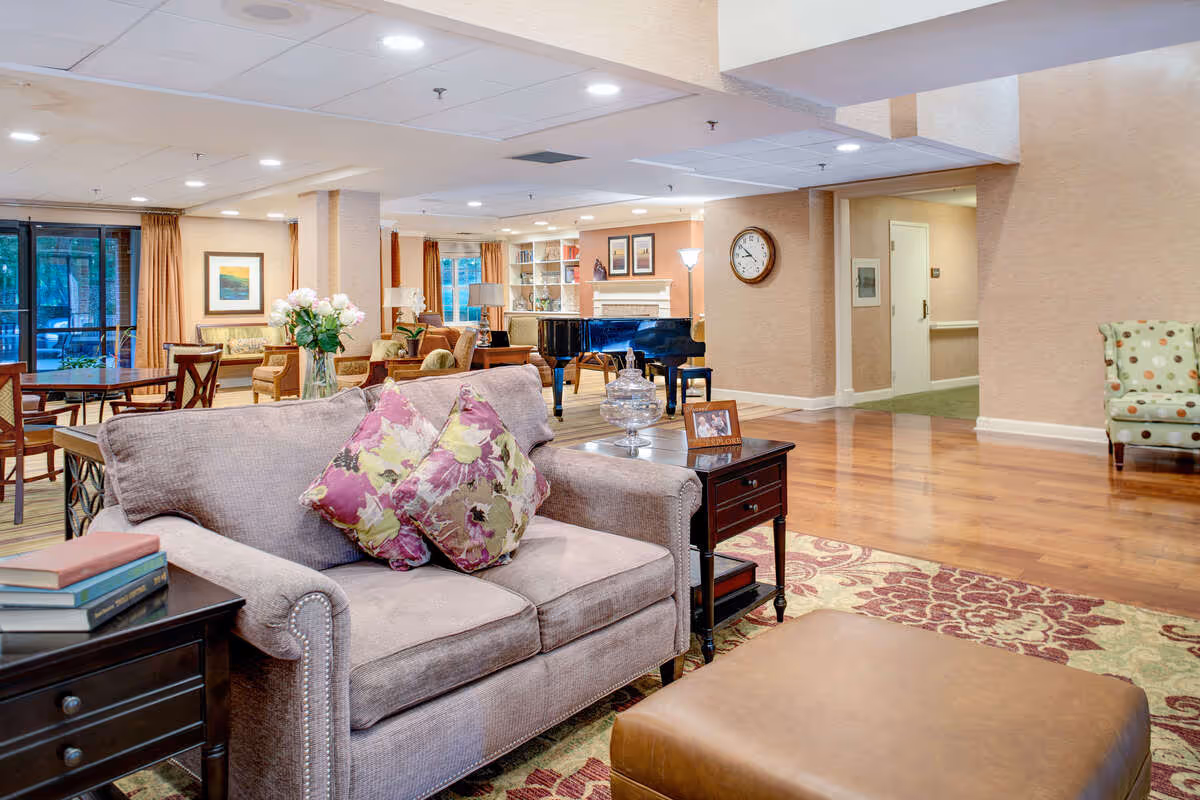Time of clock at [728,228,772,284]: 8:51
